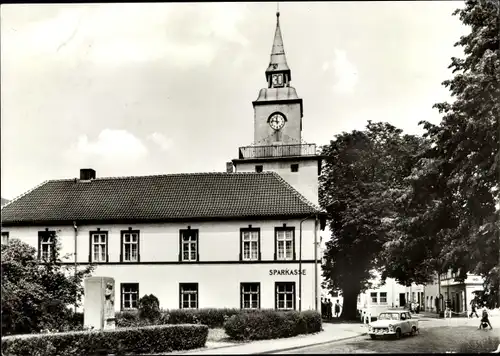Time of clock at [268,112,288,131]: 11:46
